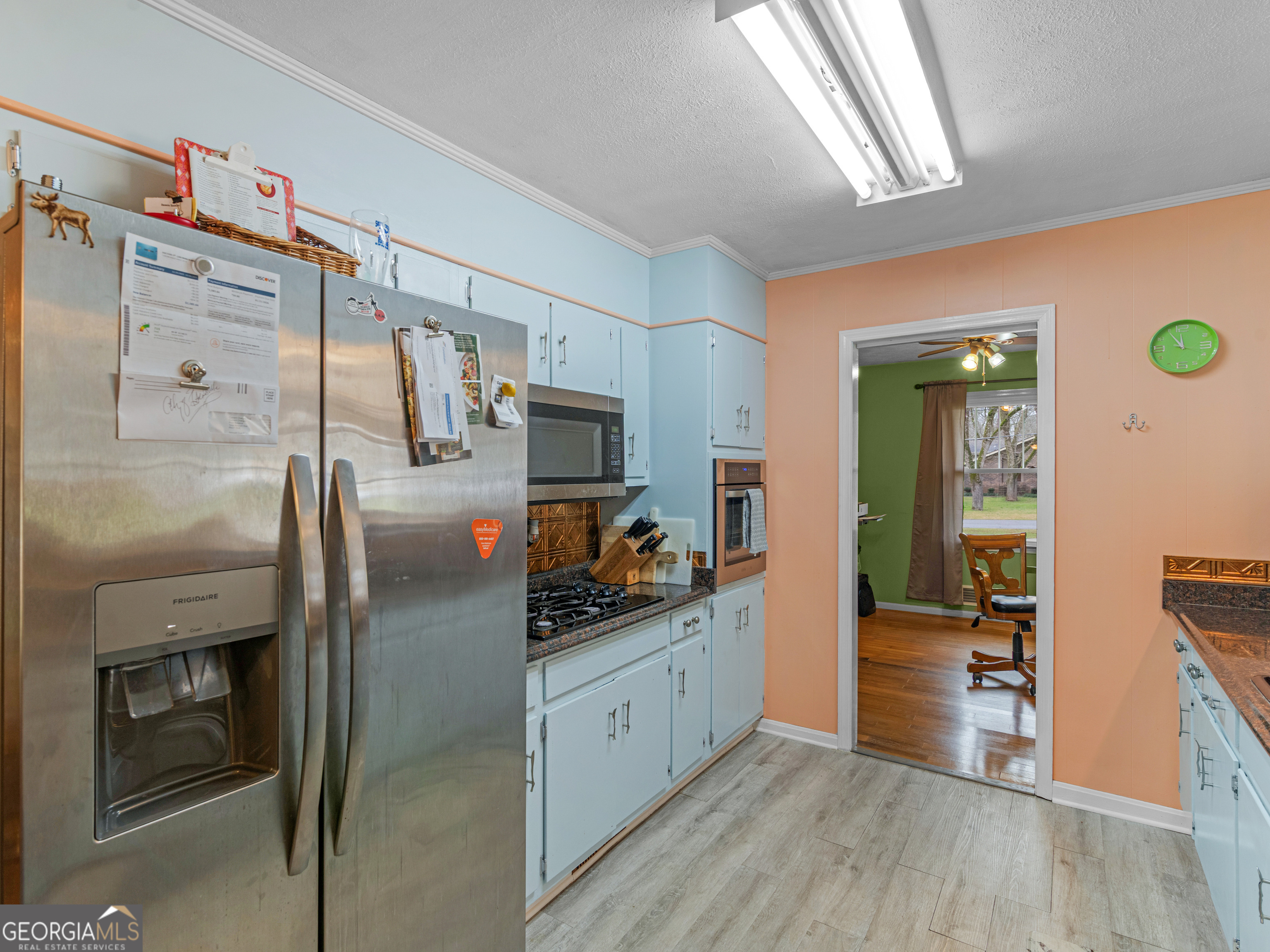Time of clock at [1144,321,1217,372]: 11:54
